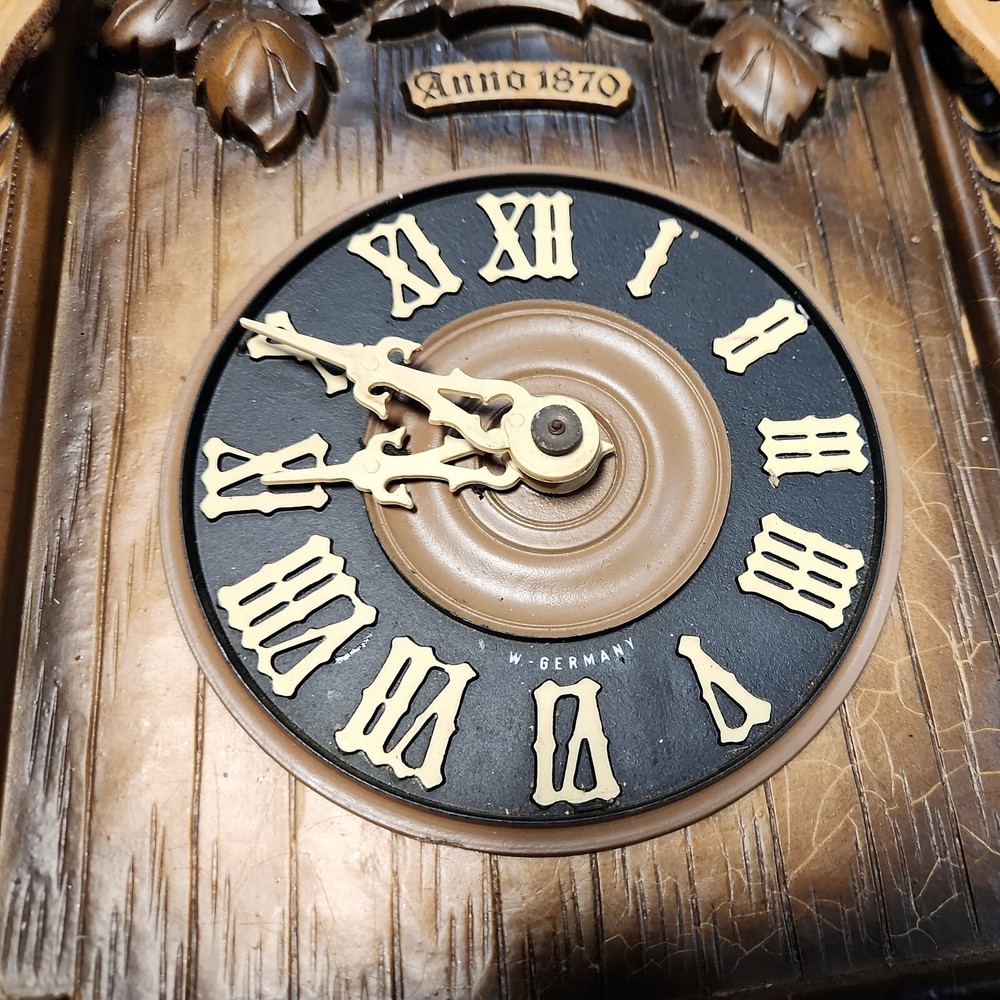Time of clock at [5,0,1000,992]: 8:50
